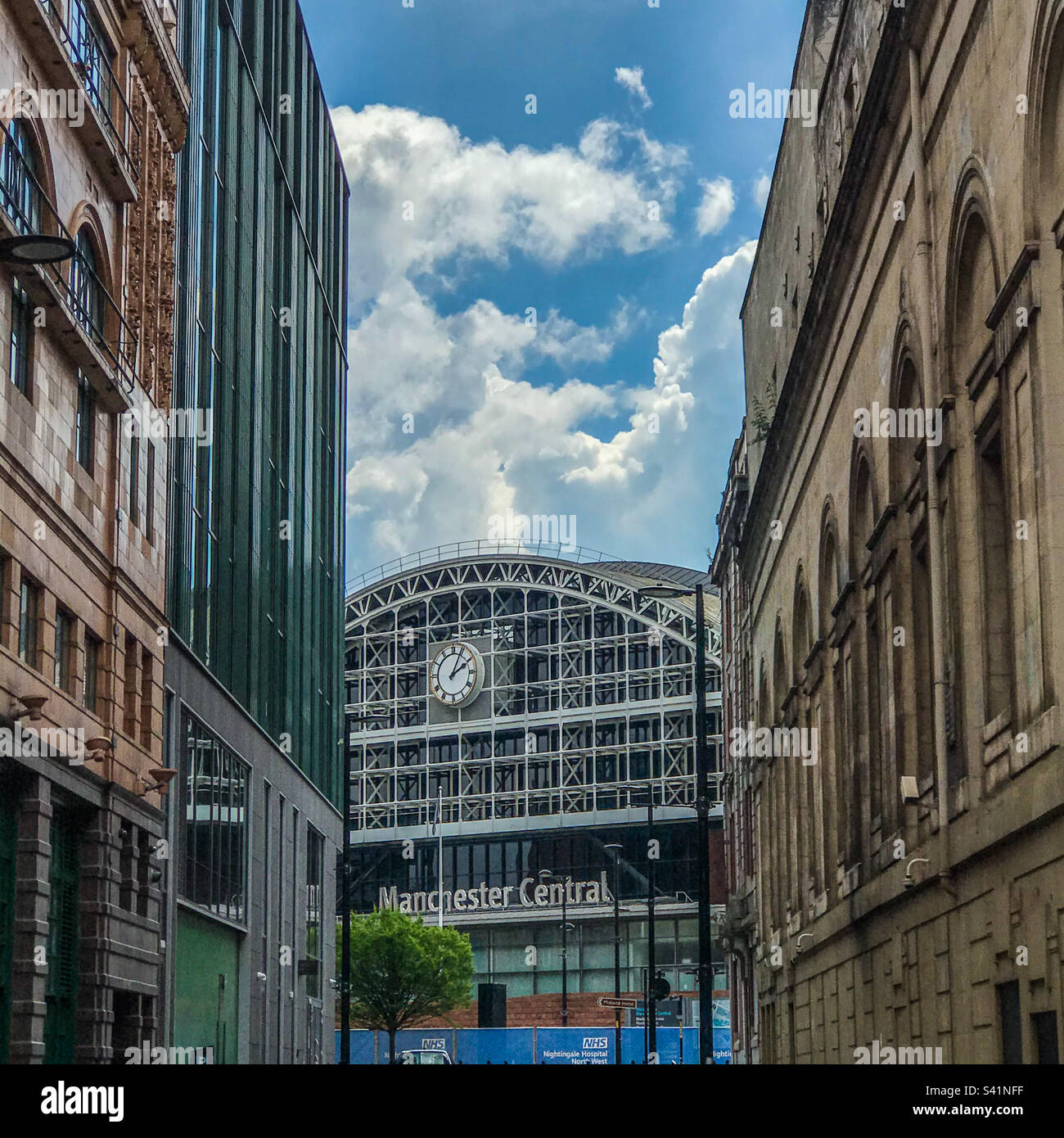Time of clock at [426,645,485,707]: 2:04
